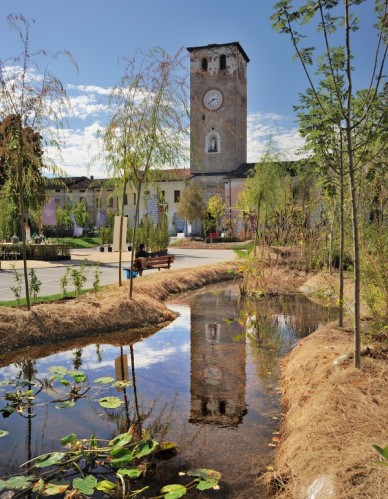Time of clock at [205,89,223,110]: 2:38
